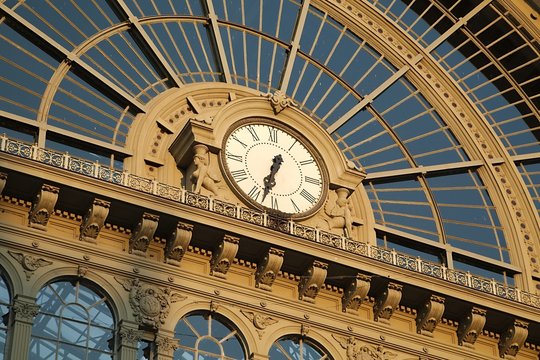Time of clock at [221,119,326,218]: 12:32
